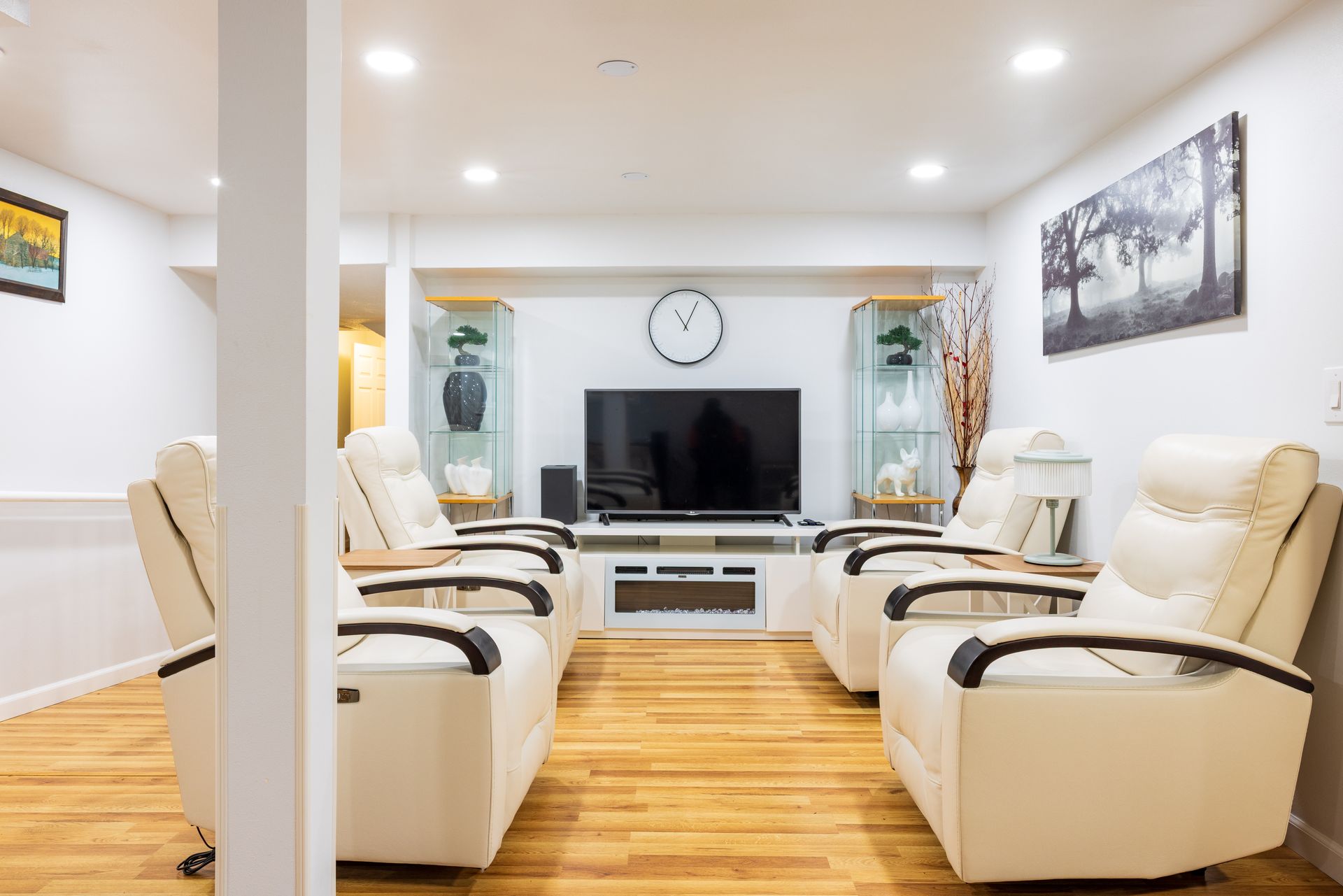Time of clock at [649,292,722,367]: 11:04
